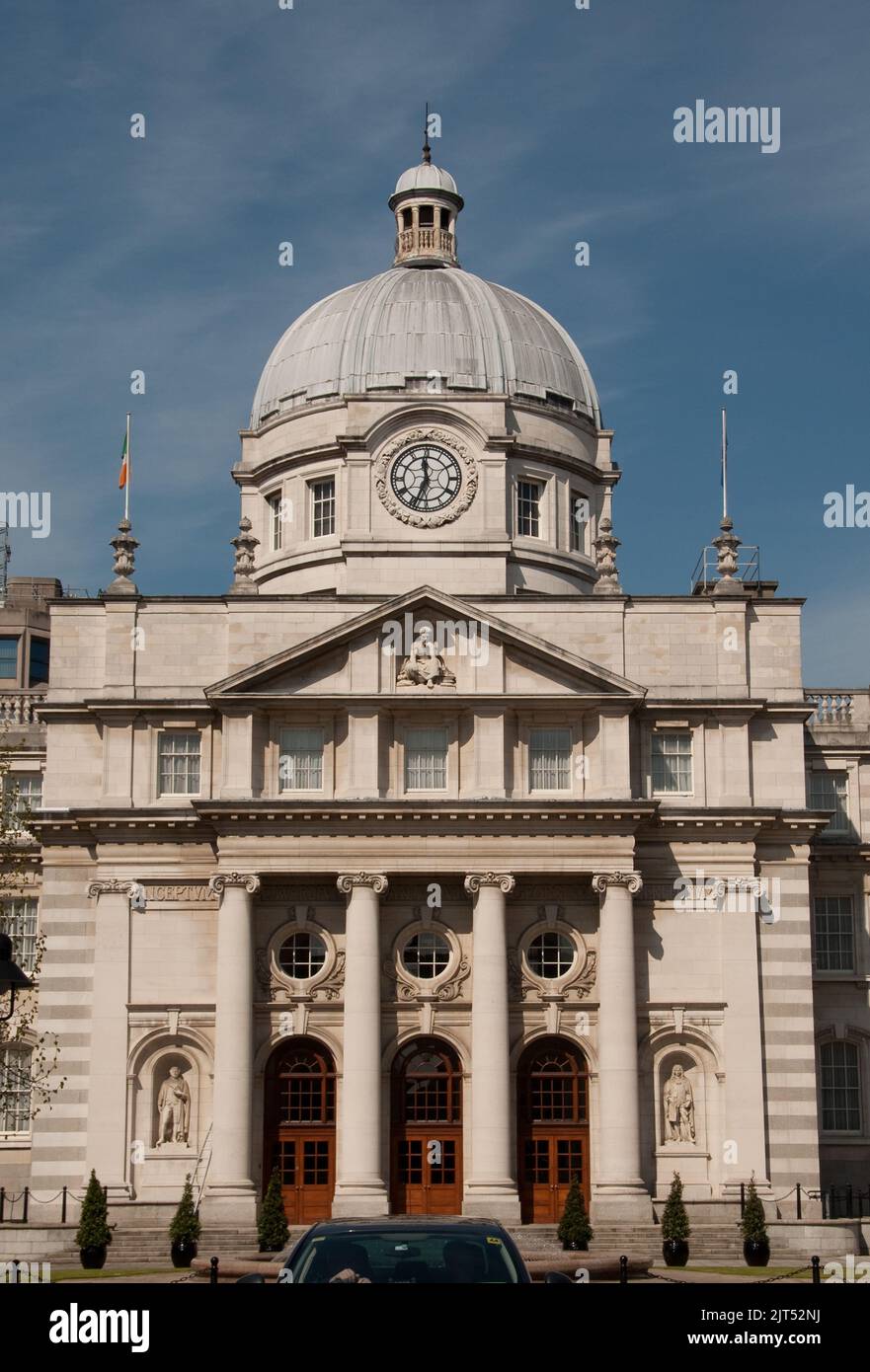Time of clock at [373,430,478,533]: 11:33
